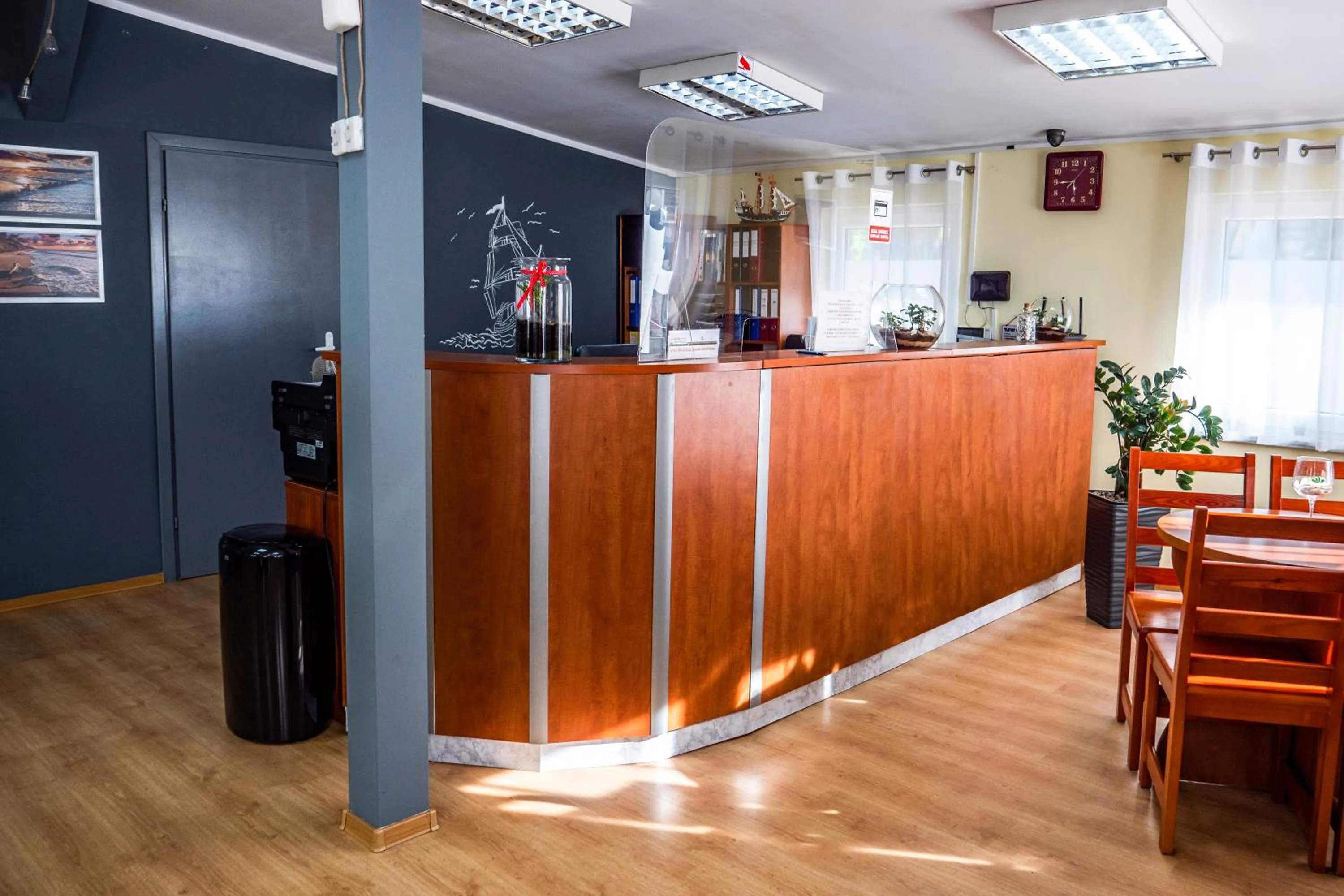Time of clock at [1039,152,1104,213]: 5:44
